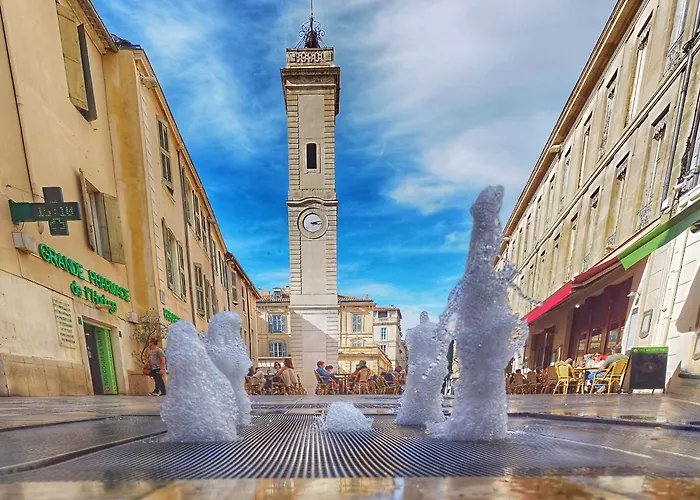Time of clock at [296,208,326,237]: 3:12
